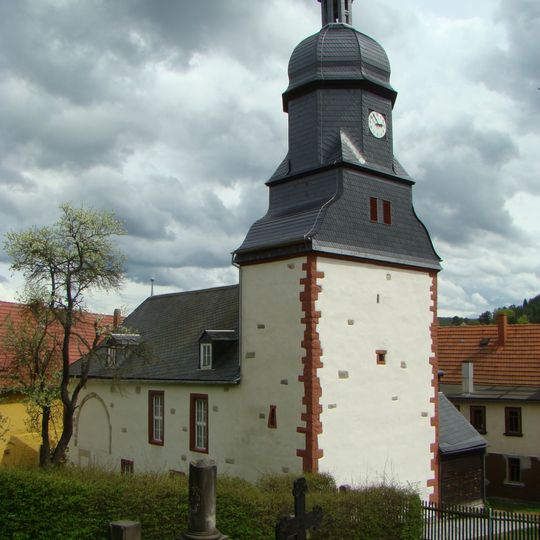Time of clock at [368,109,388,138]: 2:54
